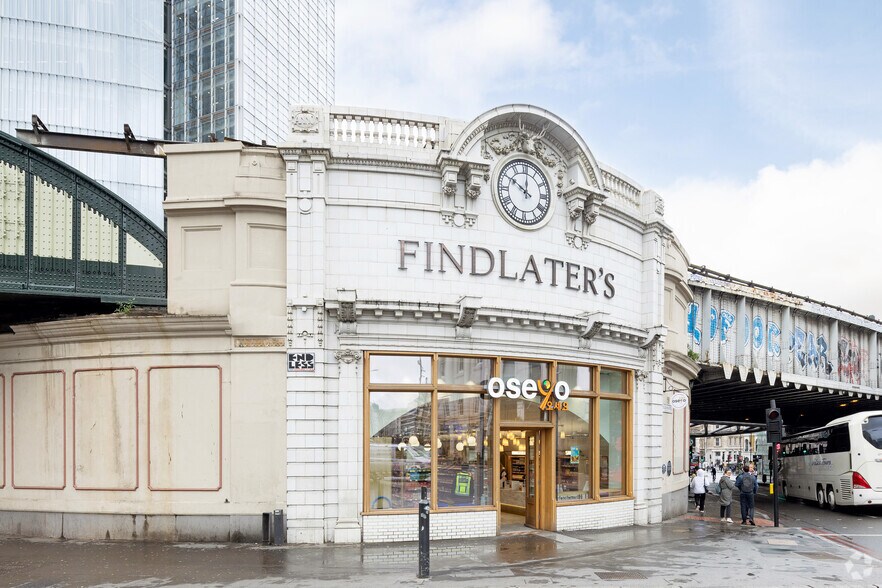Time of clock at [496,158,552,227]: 10:00
